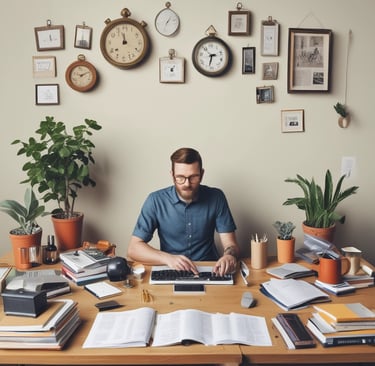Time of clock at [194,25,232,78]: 2:32
